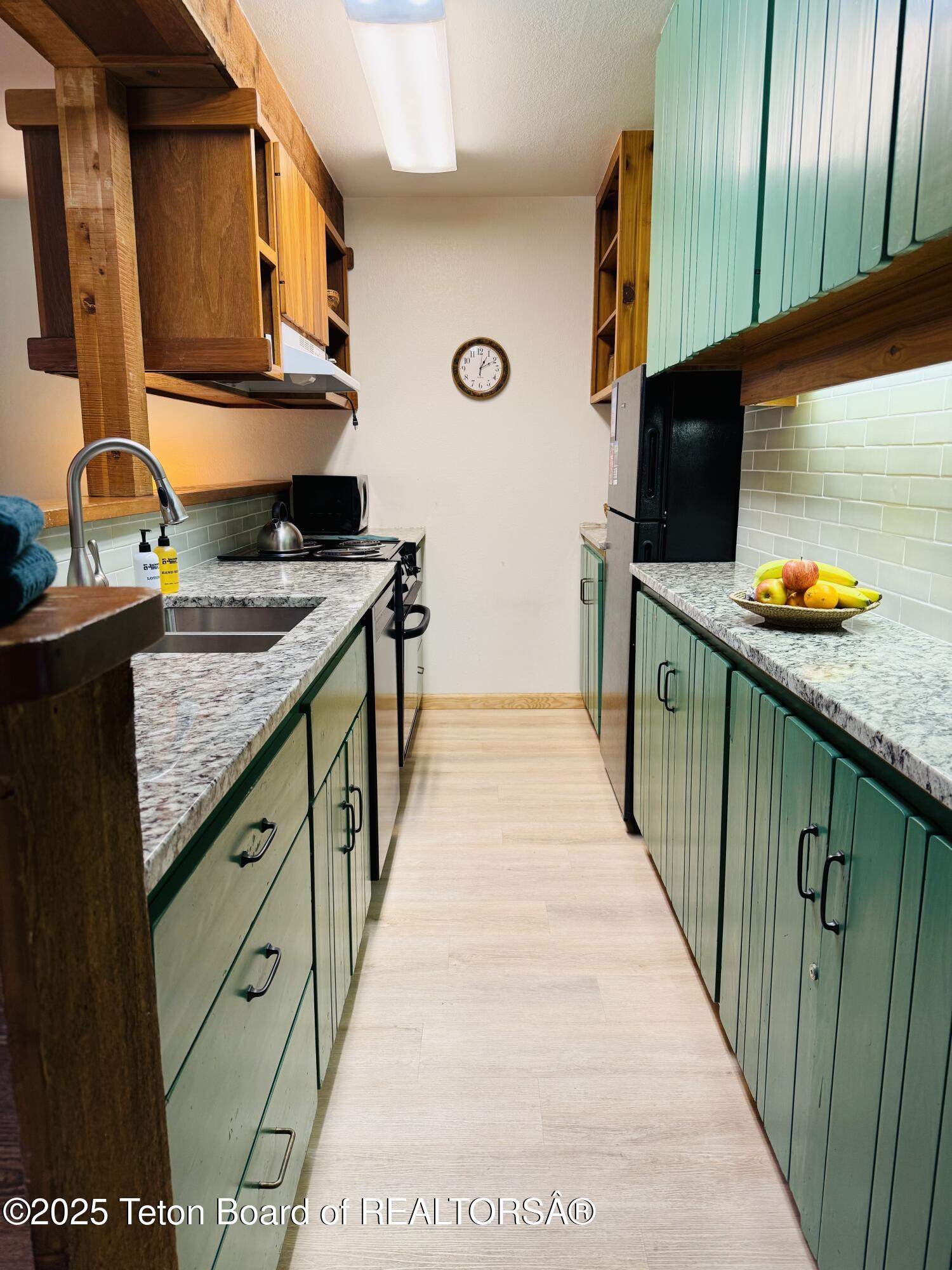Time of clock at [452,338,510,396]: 1:10
